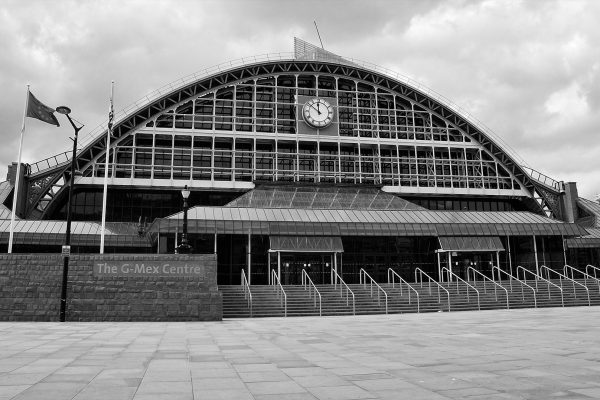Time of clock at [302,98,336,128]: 11:51
